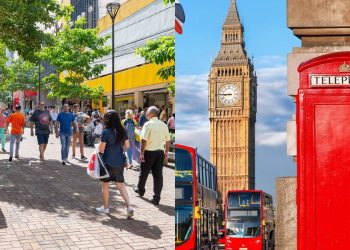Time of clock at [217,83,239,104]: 8:45
